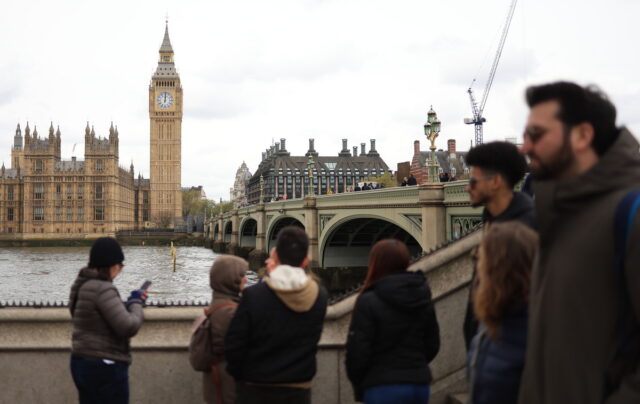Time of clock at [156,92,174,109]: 12:00
